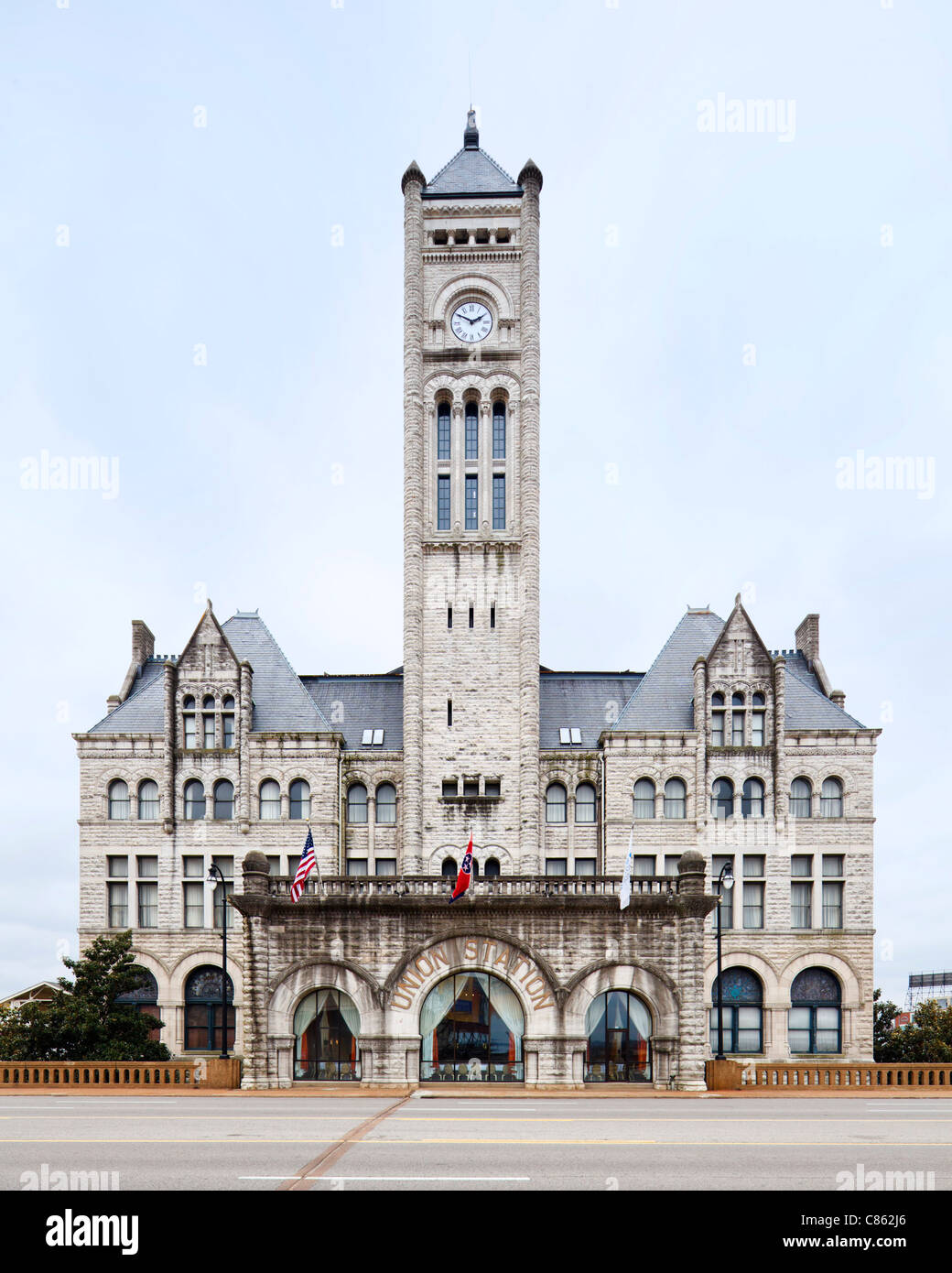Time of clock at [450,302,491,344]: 1:50
